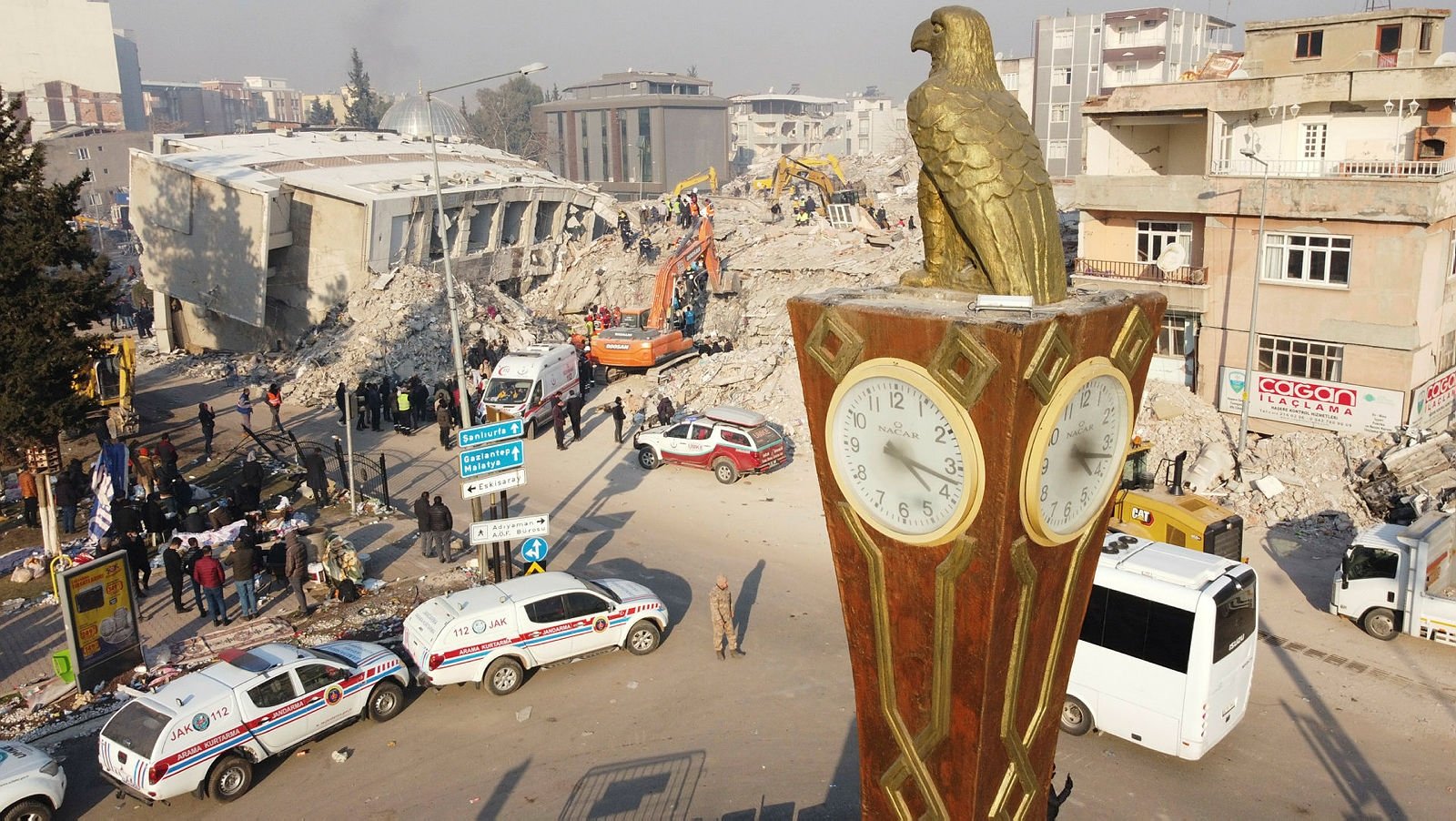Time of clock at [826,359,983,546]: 4:17
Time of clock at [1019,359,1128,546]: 4:17
